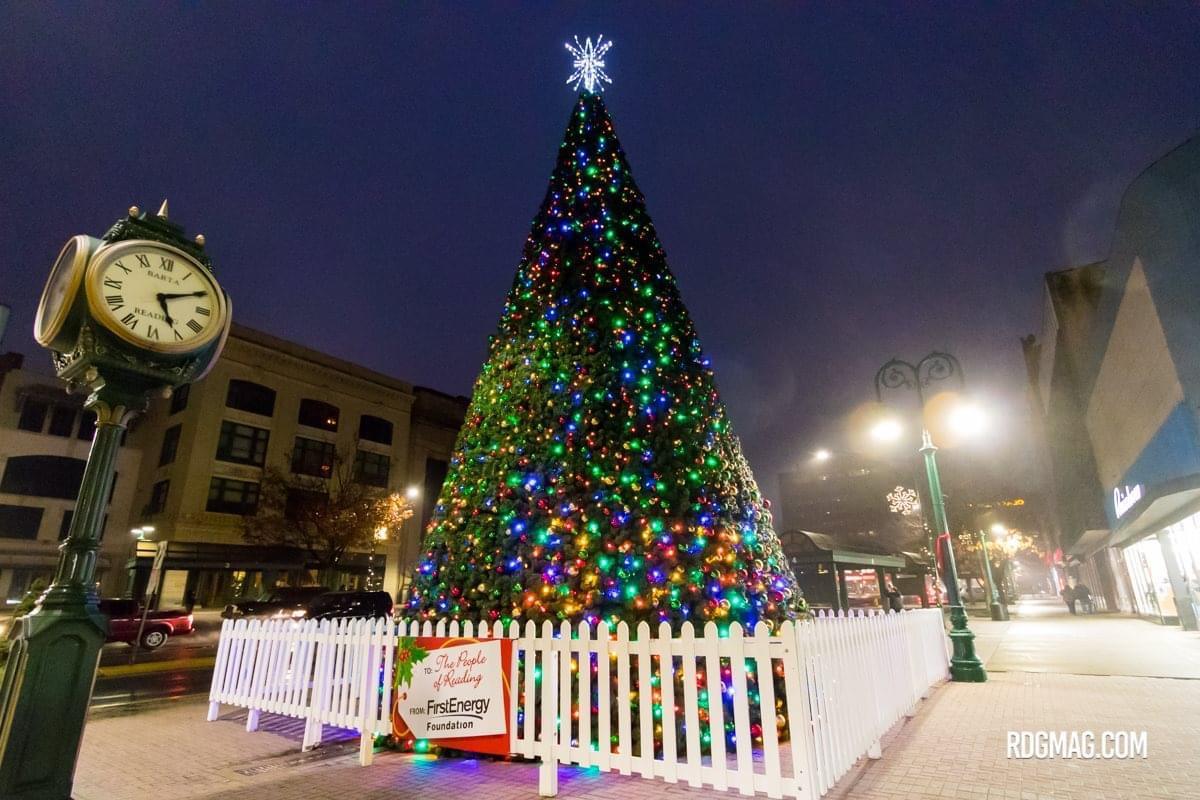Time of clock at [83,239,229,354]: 5:10
